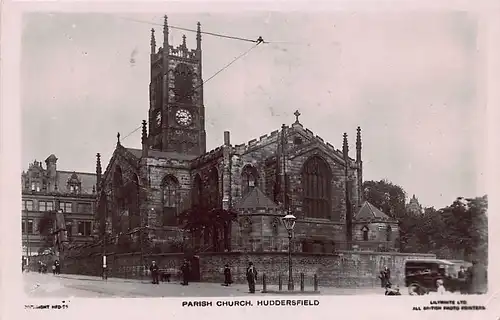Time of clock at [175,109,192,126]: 8:43
